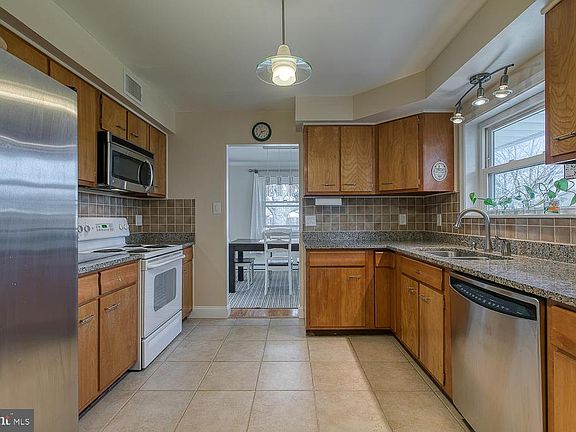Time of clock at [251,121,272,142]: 2:35
